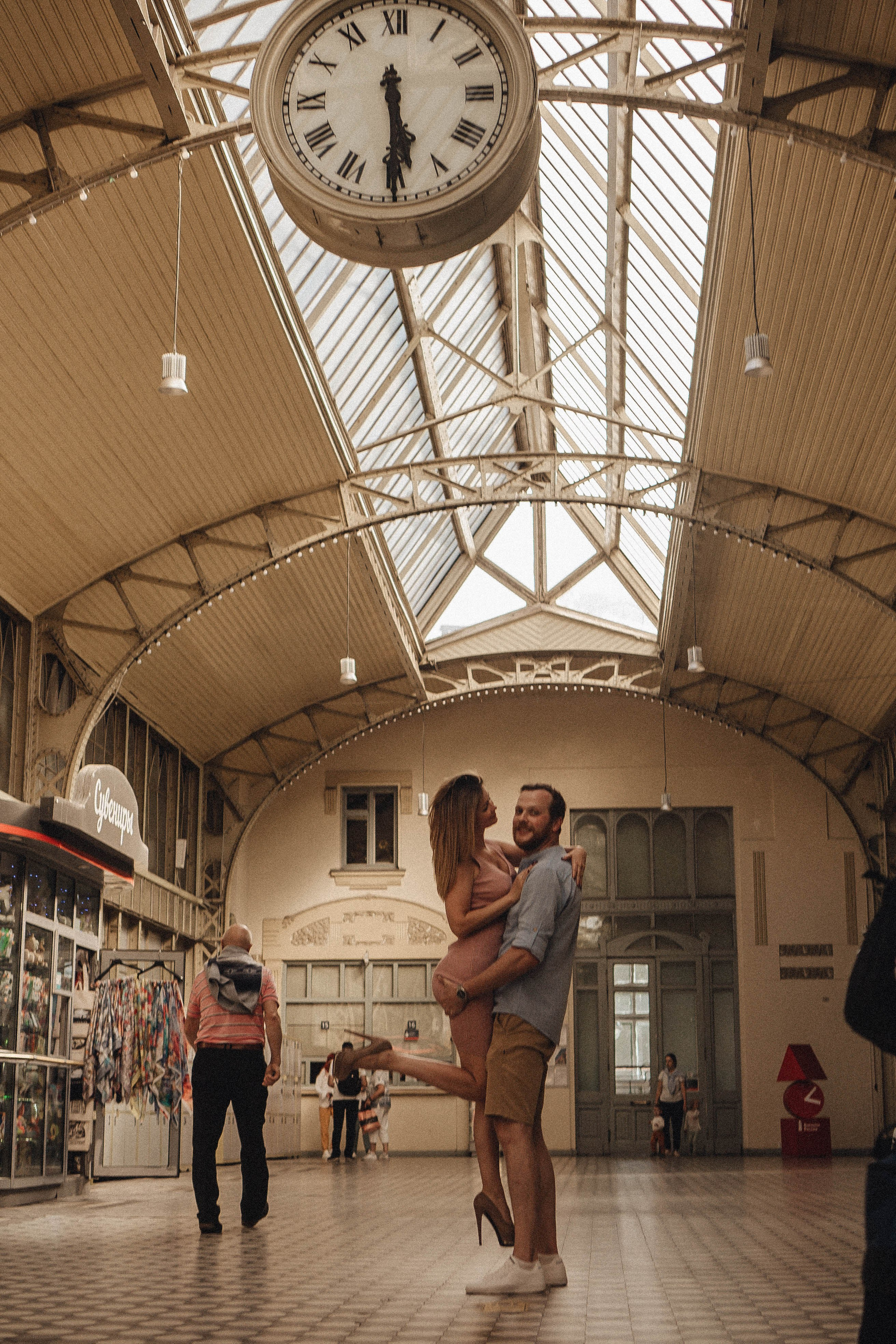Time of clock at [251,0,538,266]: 5:29
